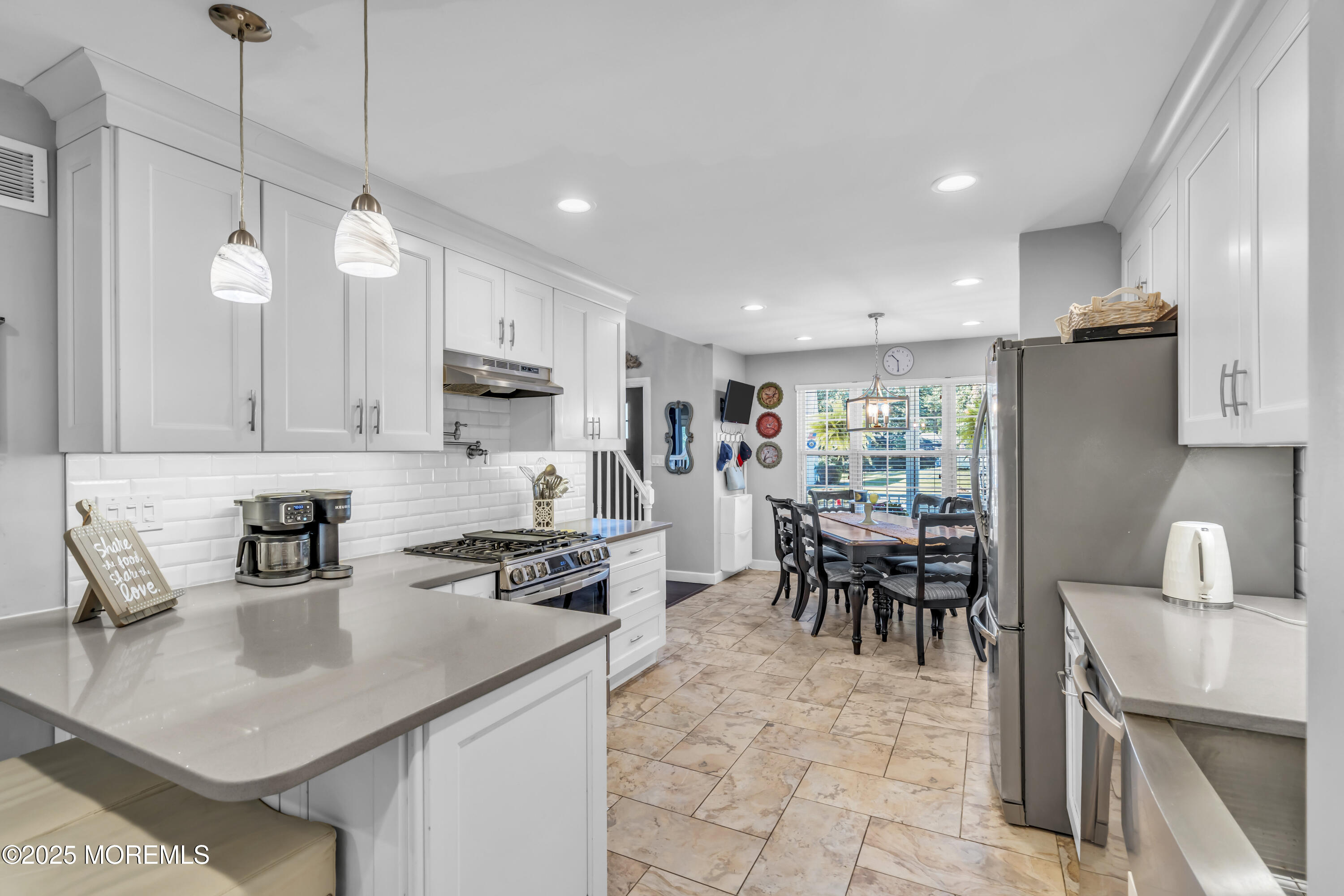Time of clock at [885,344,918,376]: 10:29
